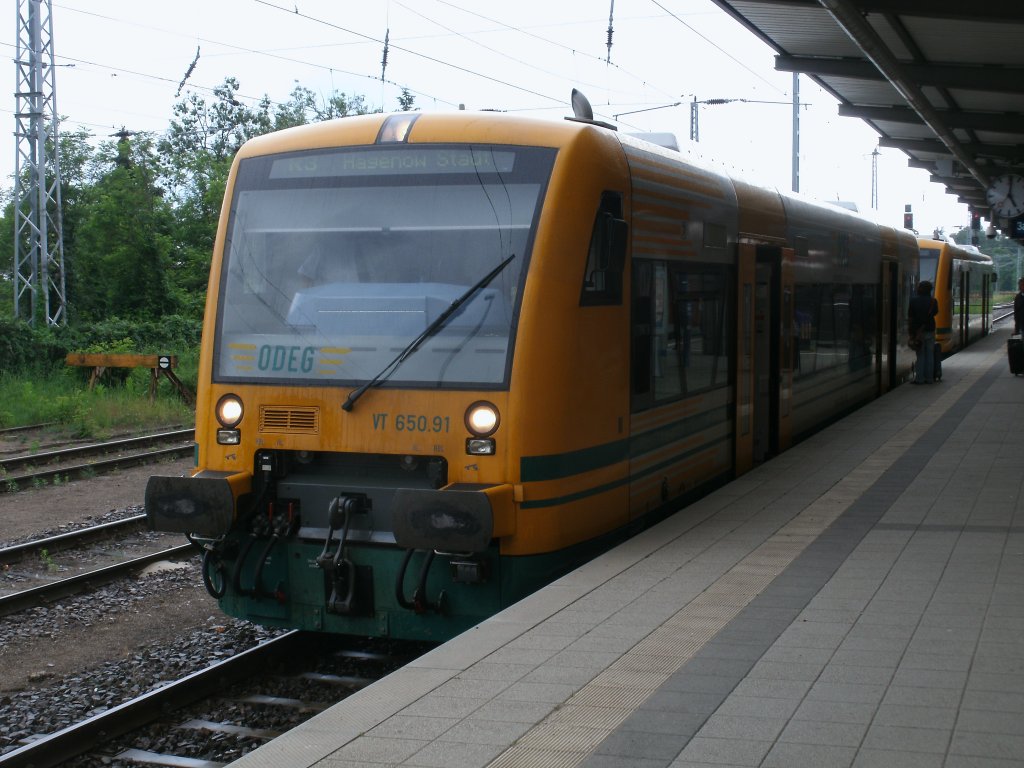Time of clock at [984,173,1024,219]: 5:01
